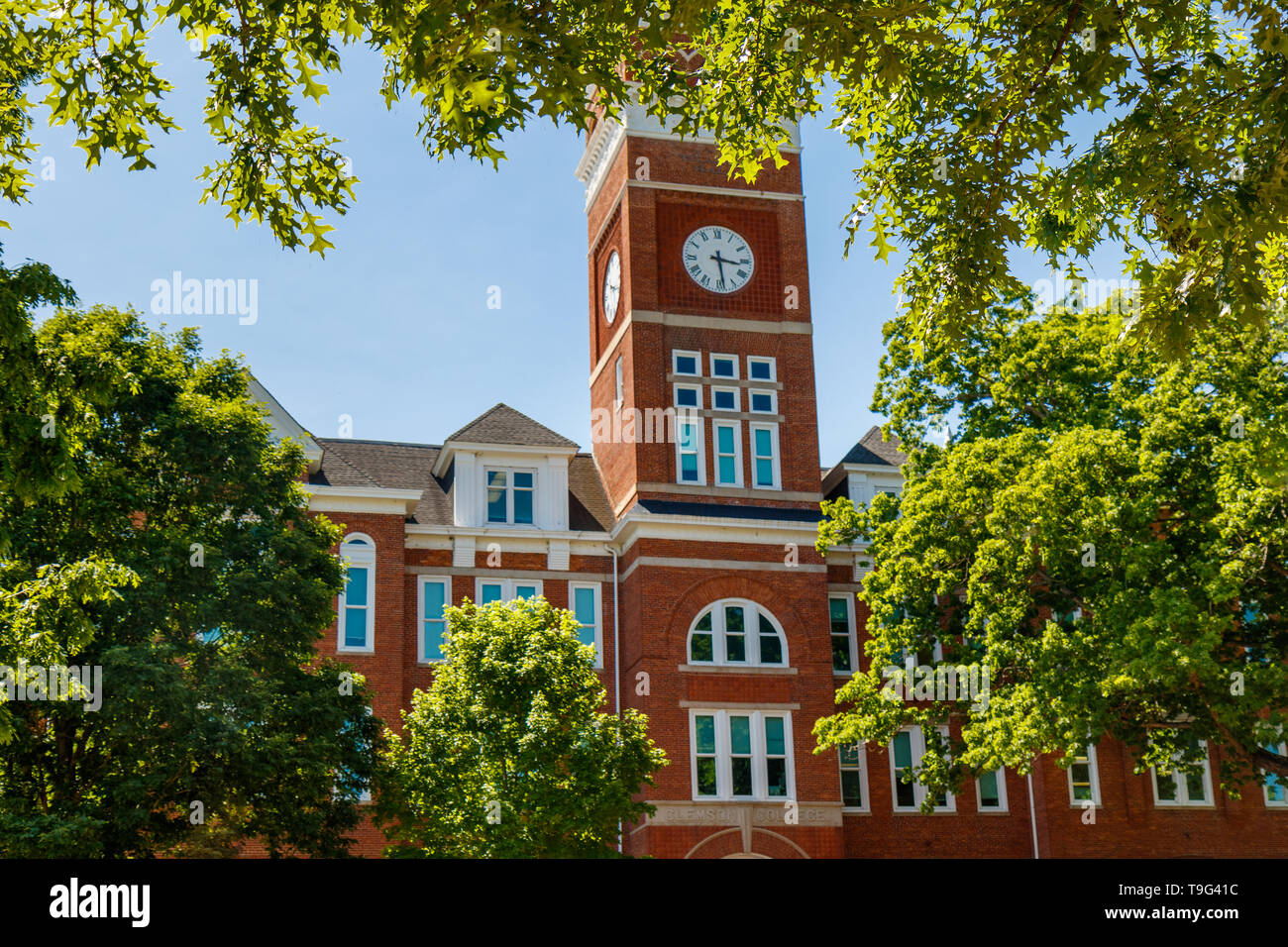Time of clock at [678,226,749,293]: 3:28
